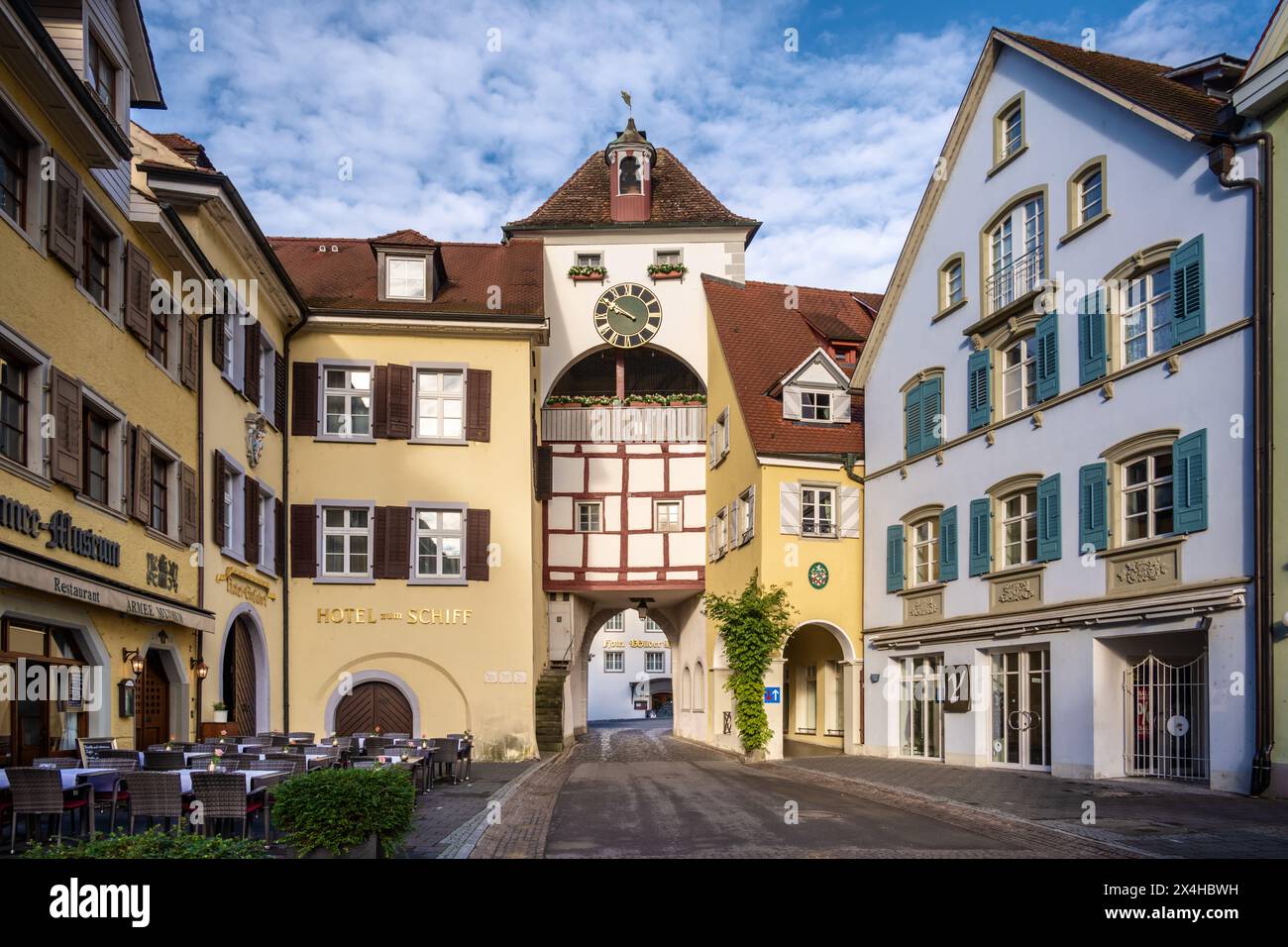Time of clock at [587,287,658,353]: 9:50
